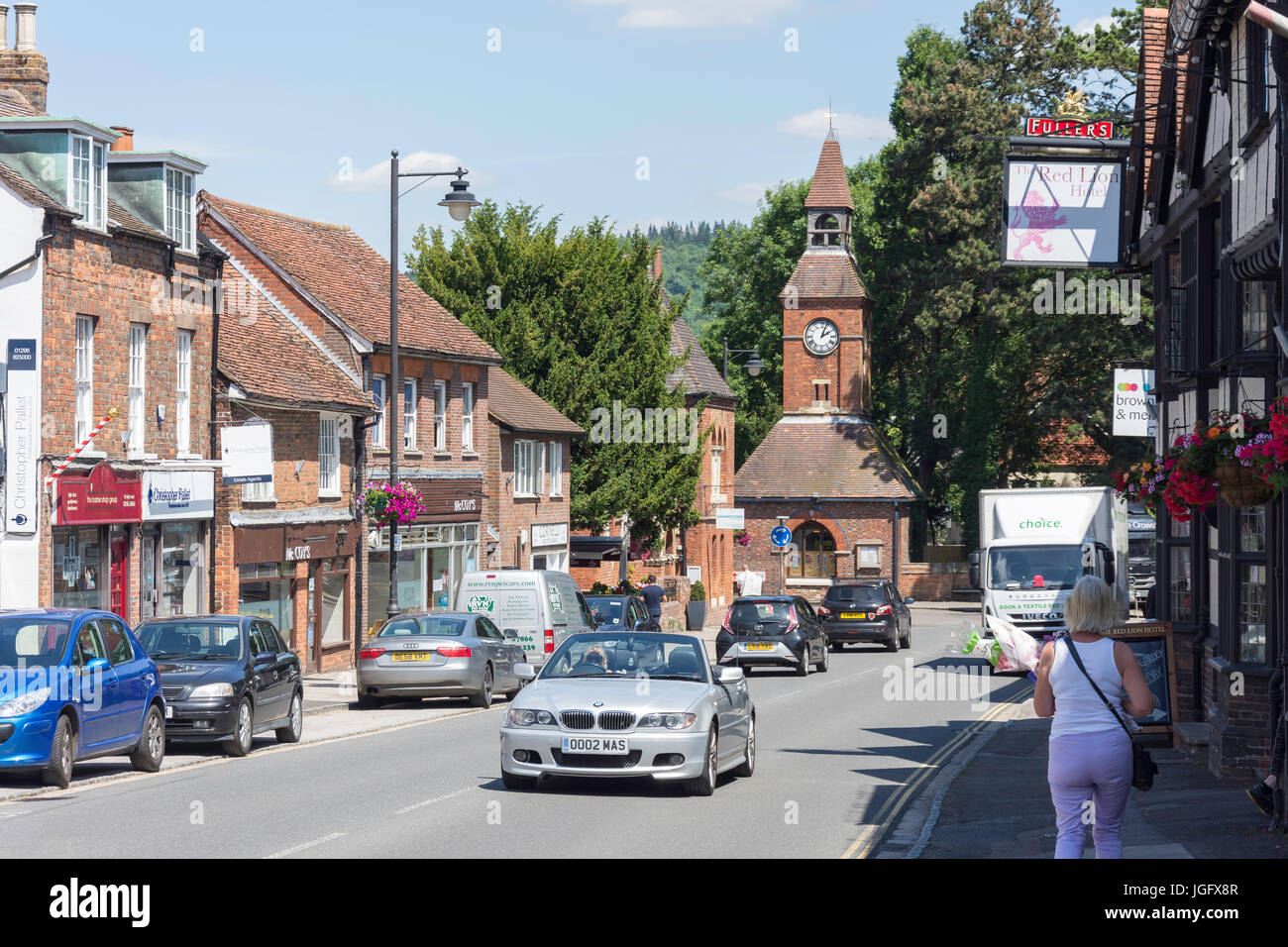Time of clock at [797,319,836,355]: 2:03
